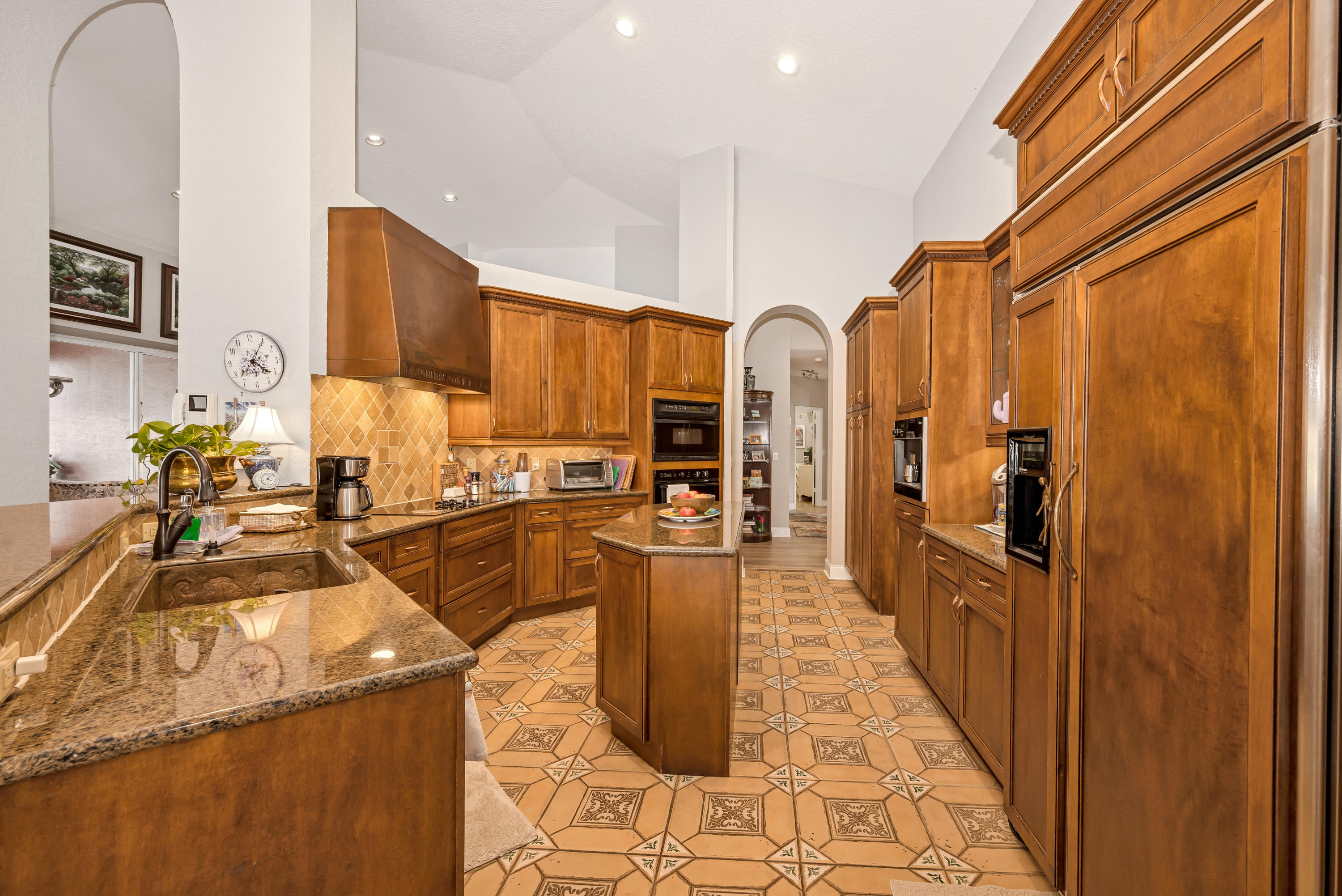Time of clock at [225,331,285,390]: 4:05
